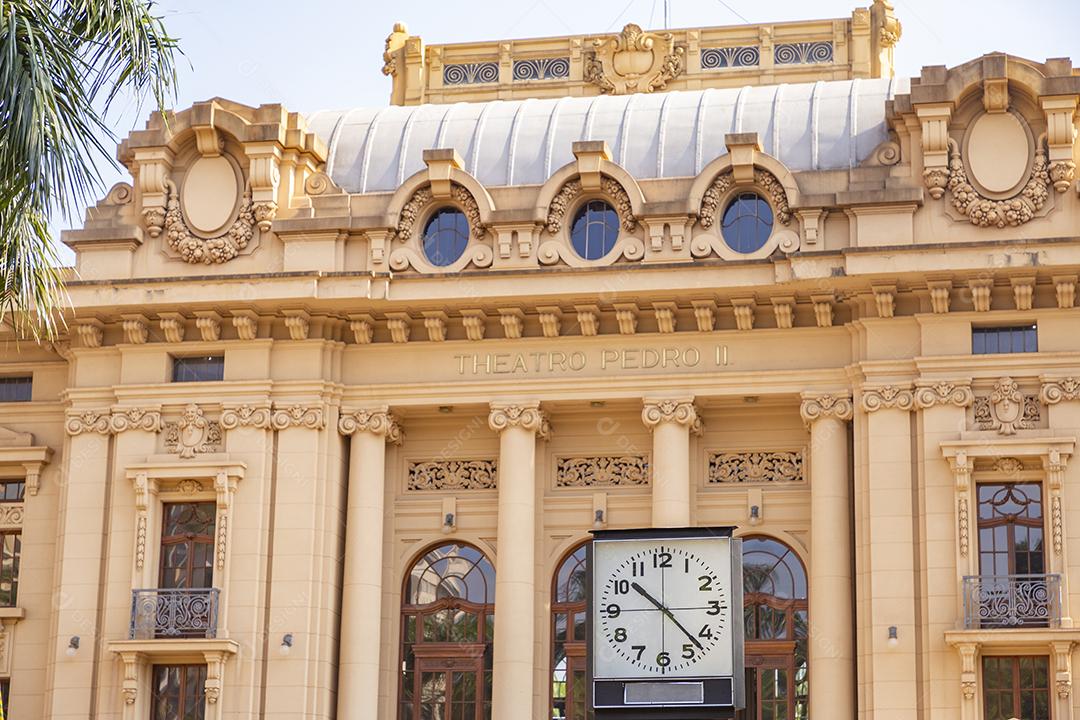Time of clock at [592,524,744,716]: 10:22
